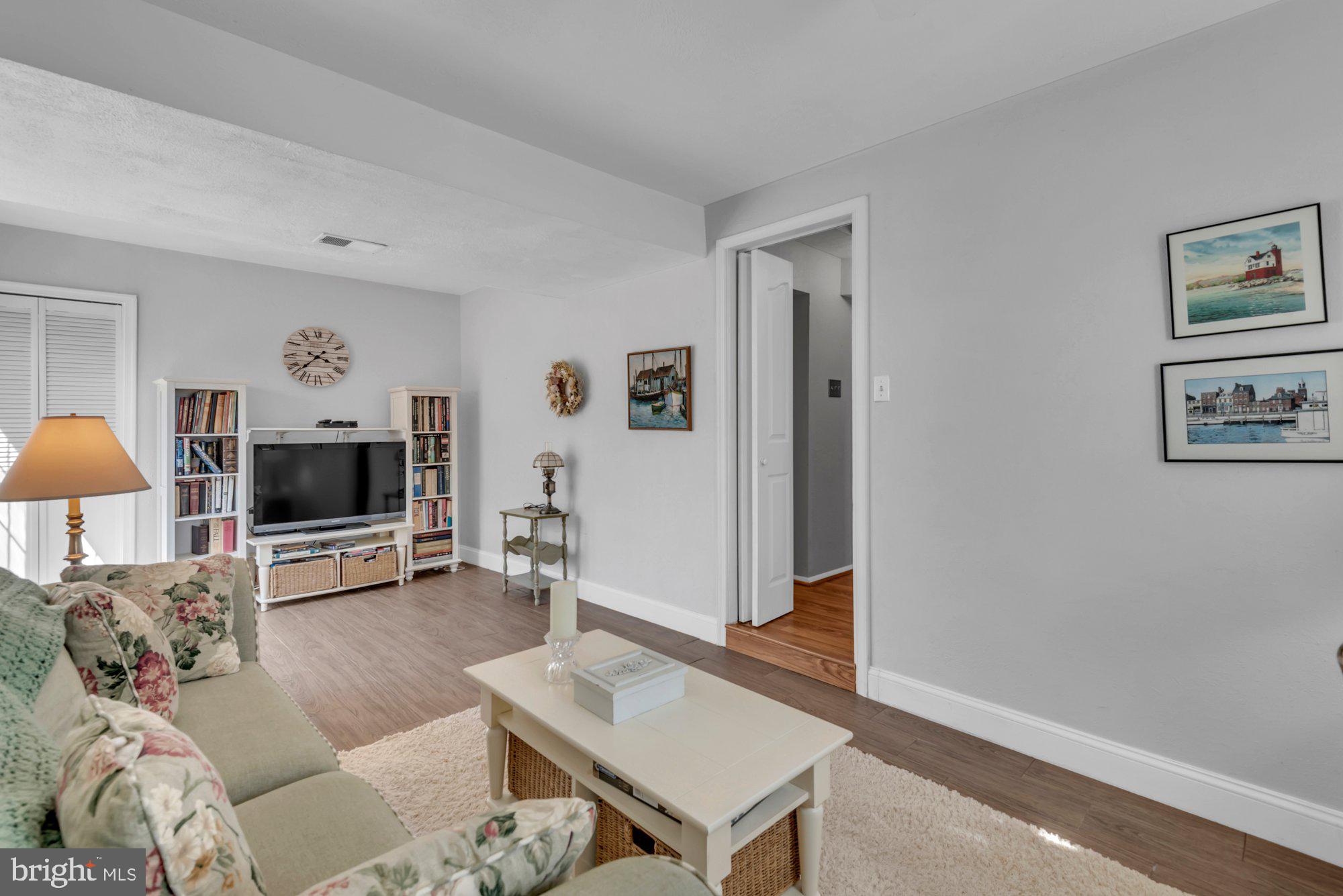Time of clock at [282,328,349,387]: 3:37
